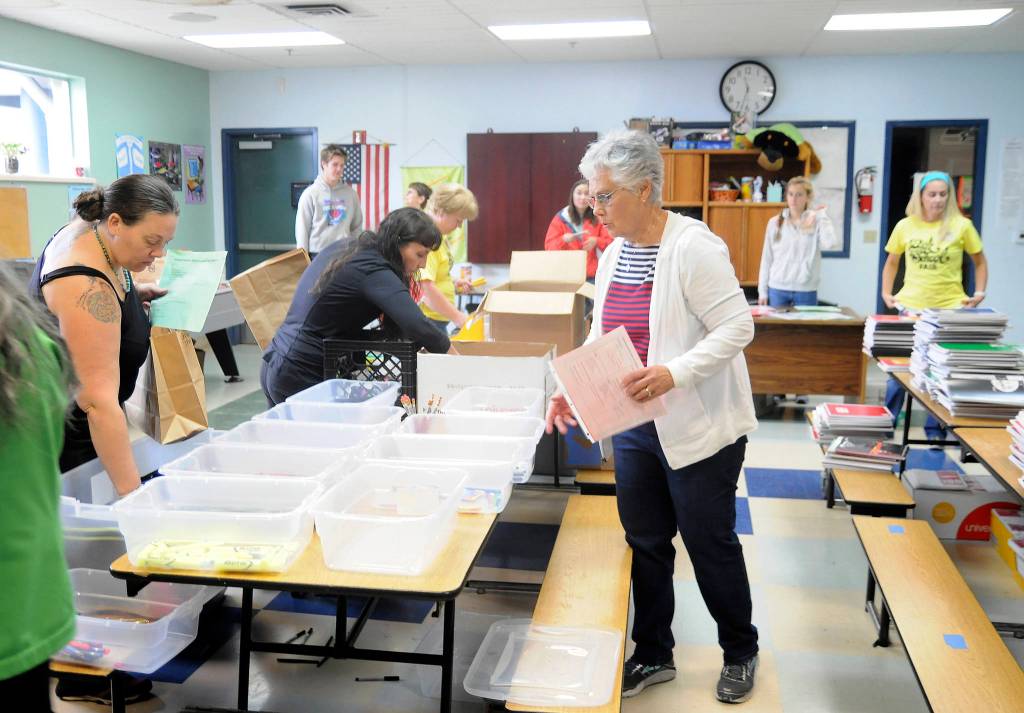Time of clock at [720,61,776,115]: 11:32
